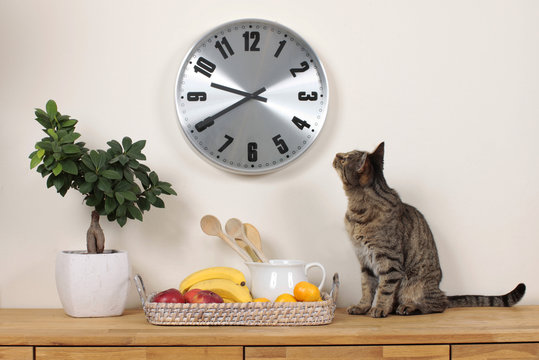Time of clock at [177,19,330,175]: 9:40
